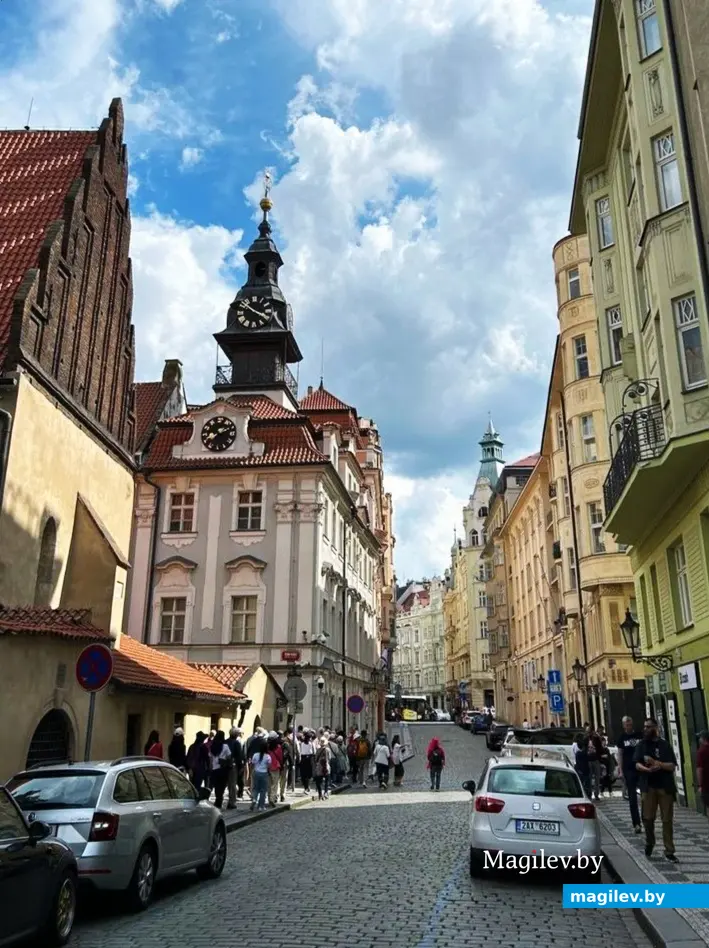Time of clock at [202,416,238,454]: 8:11
